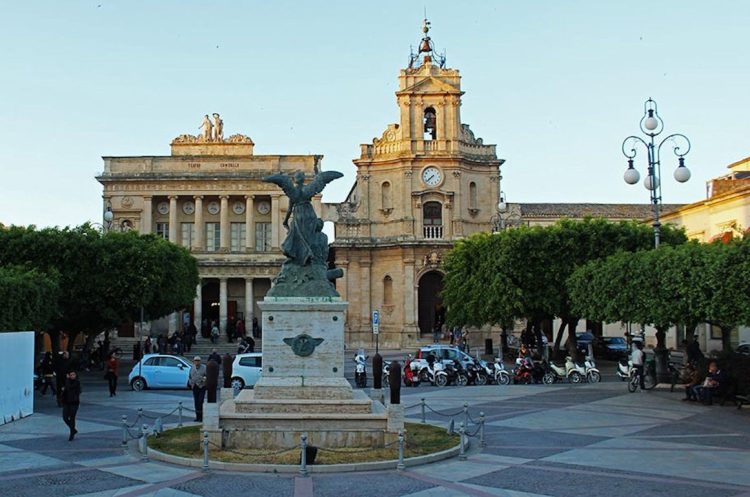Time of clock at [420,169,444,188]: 7:37
